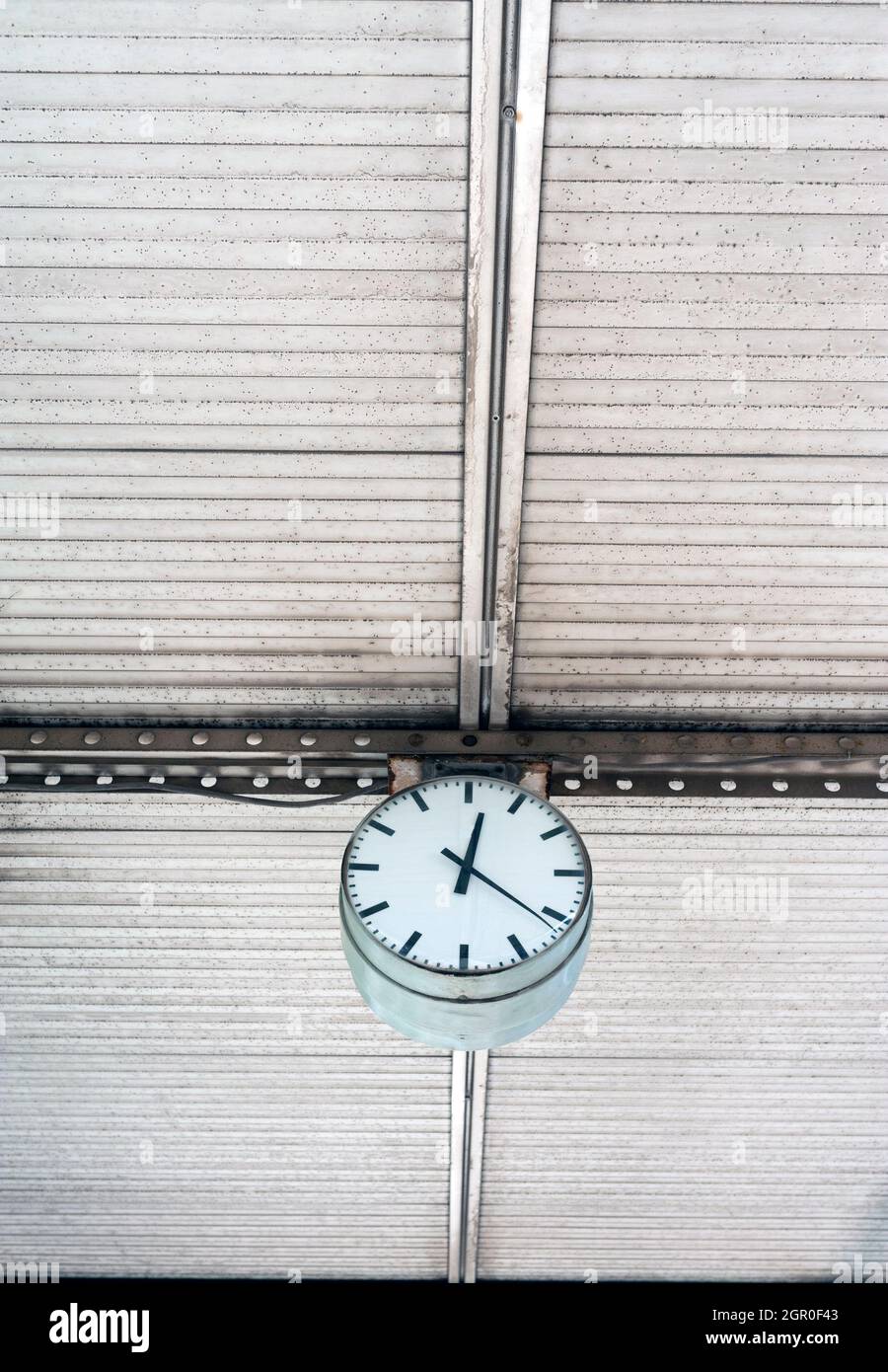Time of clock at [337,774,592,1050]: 12:21
